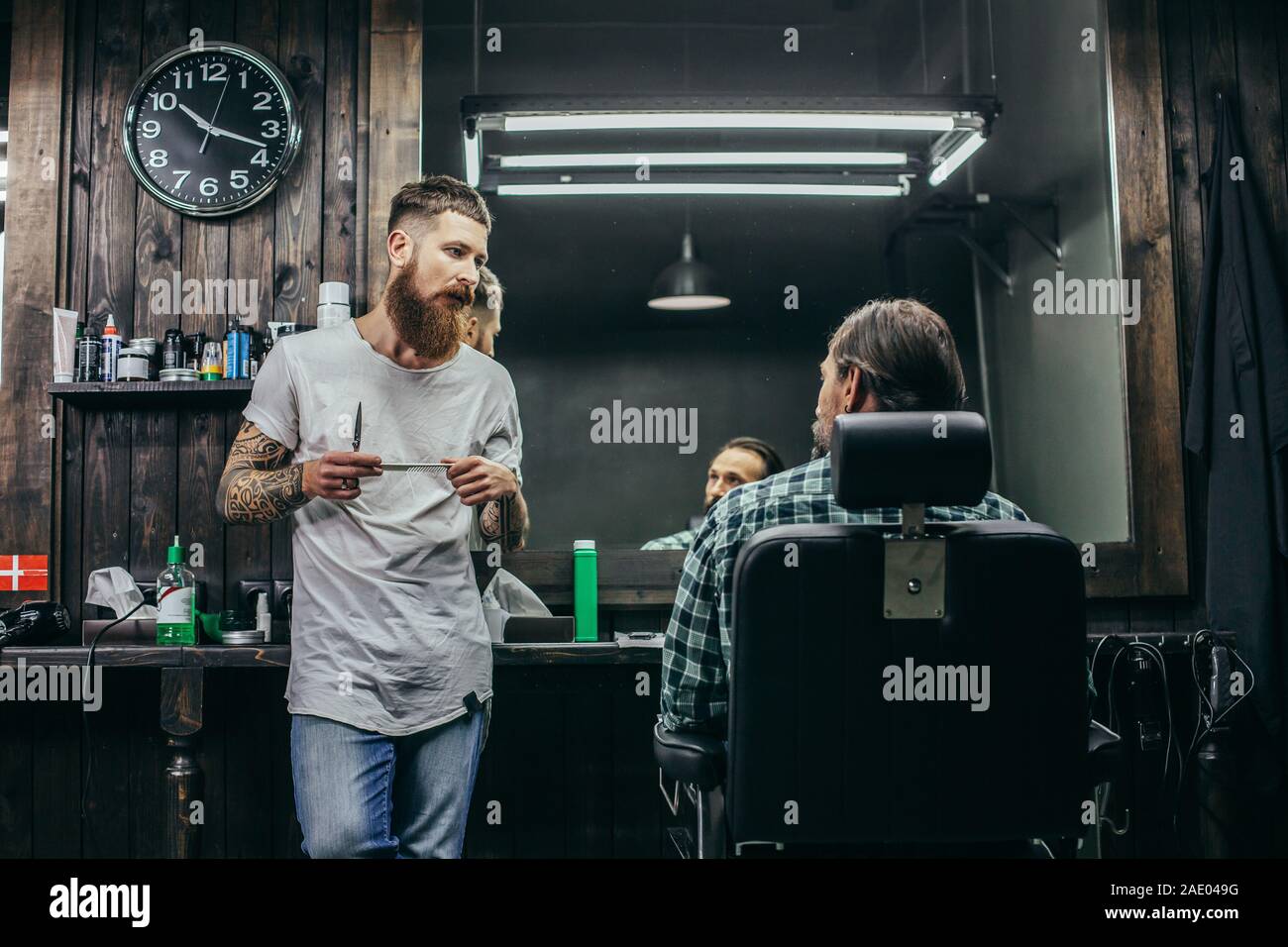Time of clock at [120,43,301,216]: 10:17
